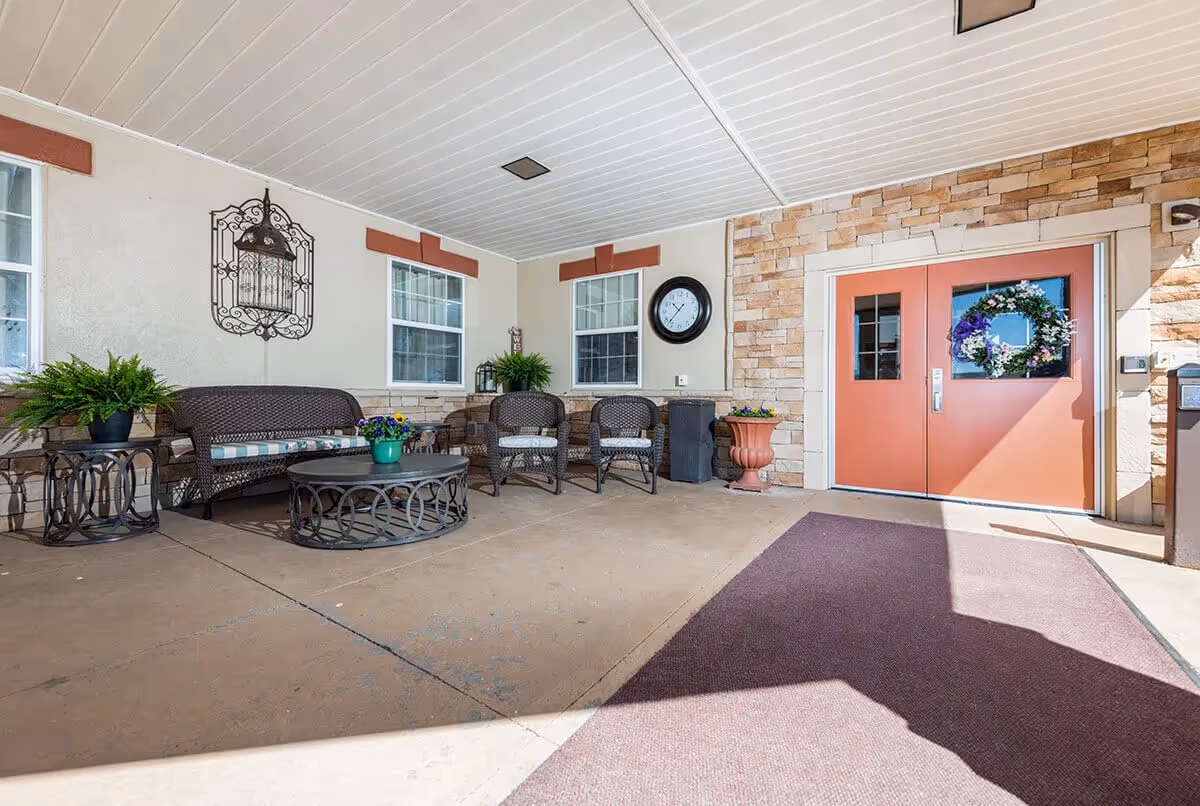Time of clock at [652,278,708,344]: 10:37
